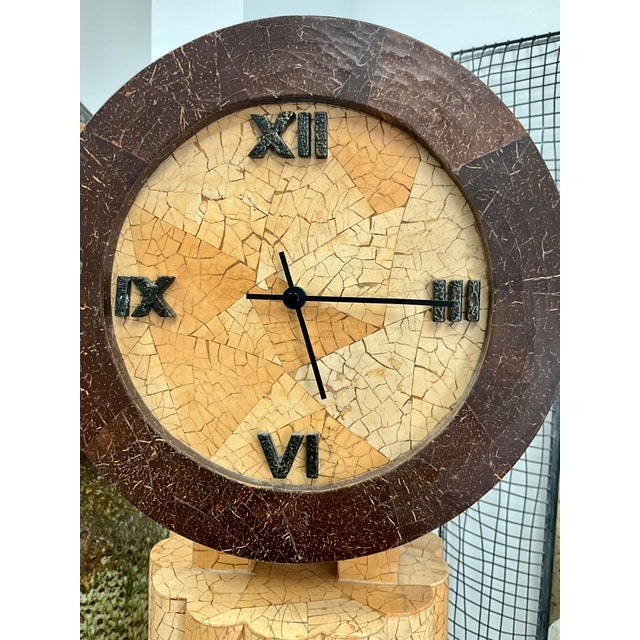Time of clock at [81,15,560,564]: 5:14
